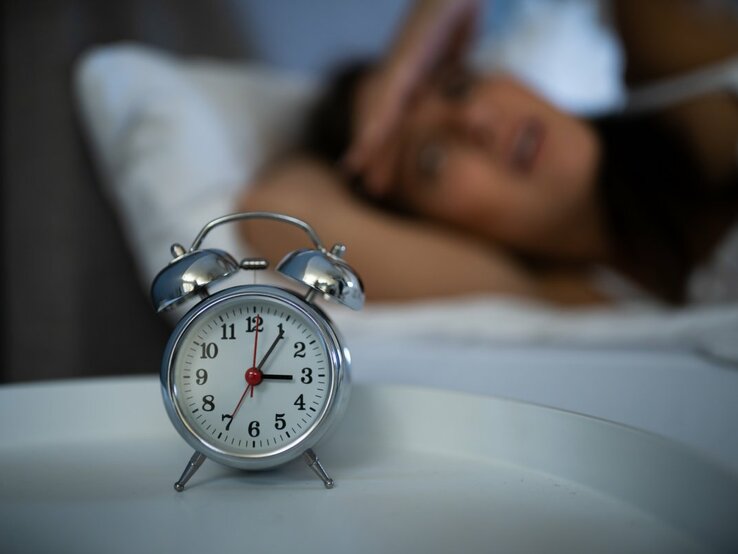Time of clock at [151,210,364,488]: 3:05
